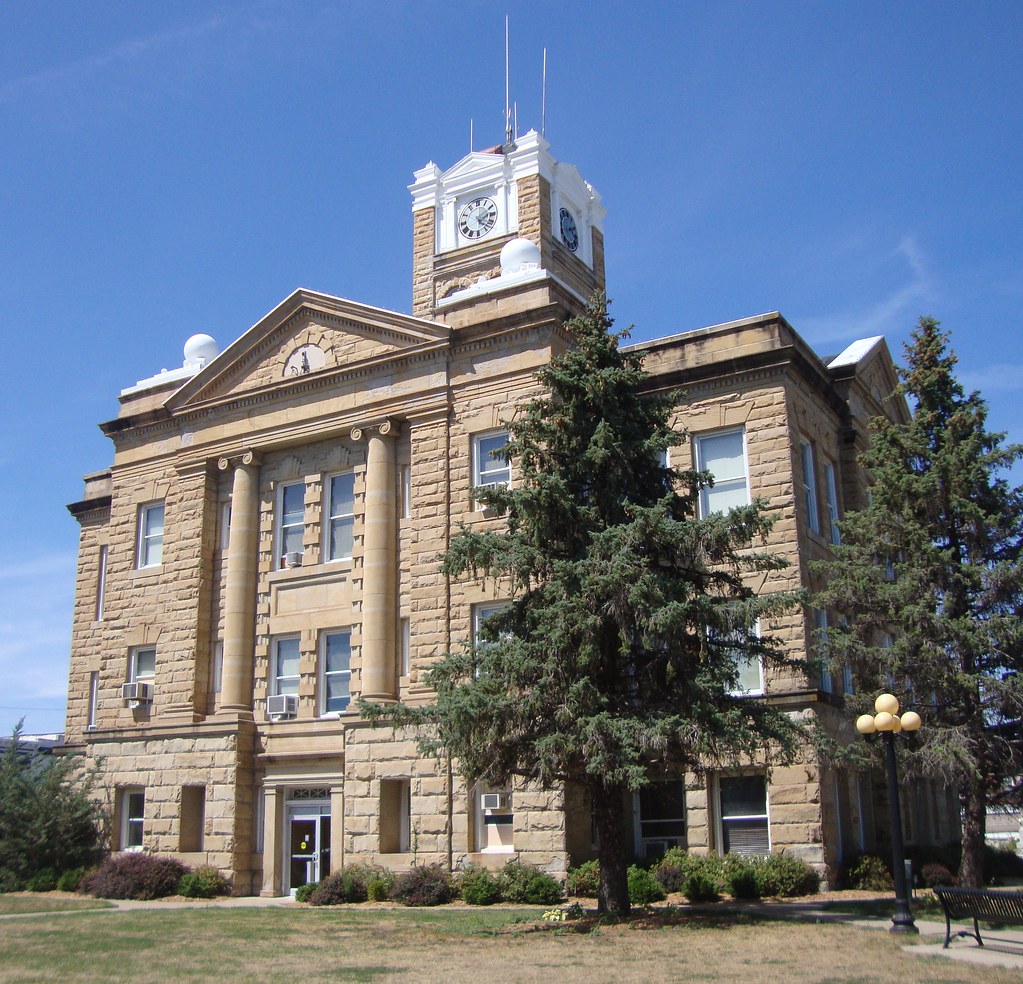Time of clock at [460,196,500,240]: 2:22
